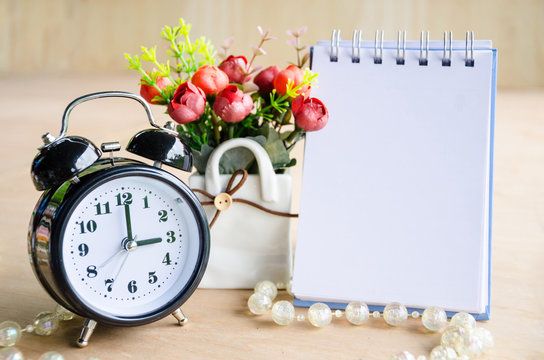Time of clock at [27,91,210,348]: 3:00
